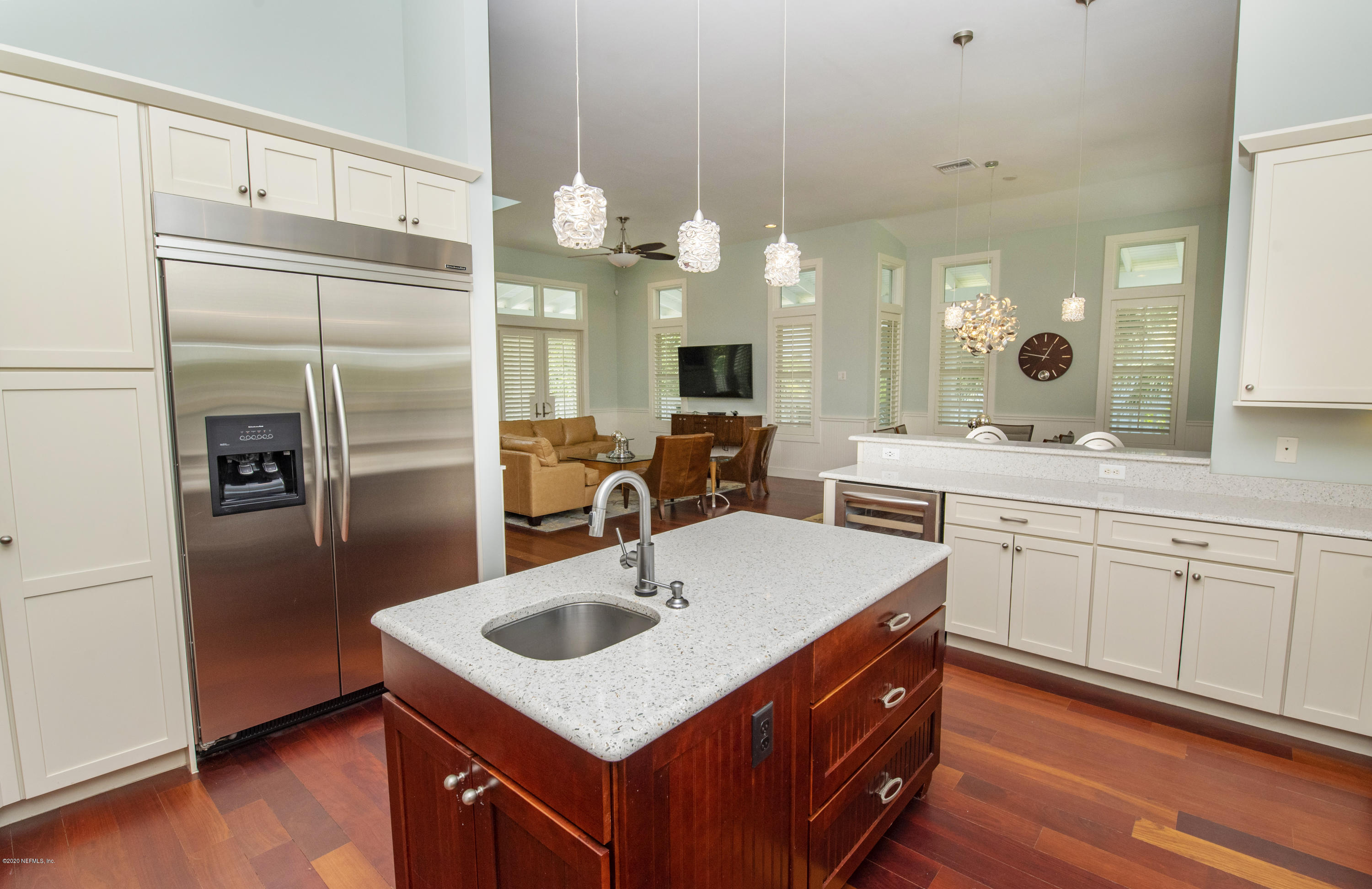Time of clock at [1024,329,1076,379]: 12:46
